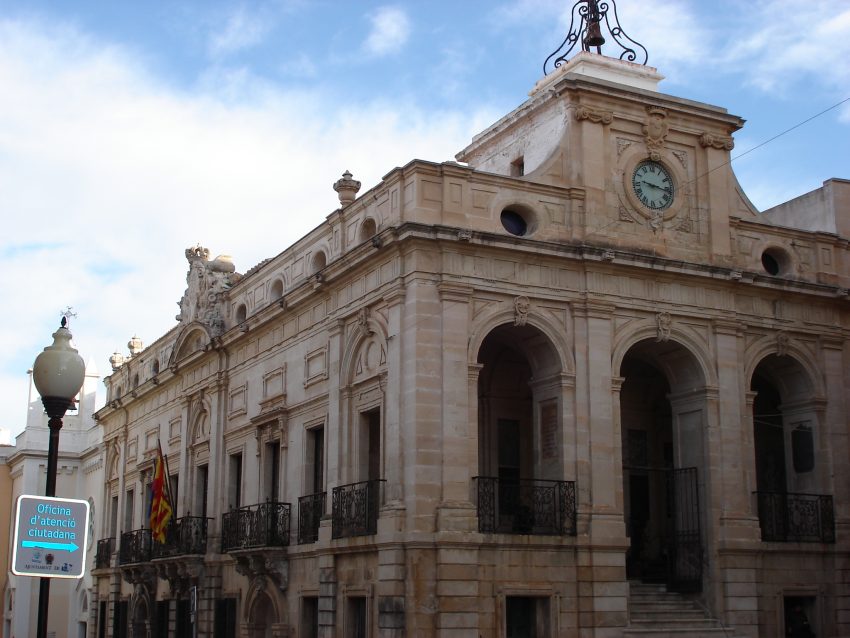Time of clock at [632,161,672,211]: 9:16
